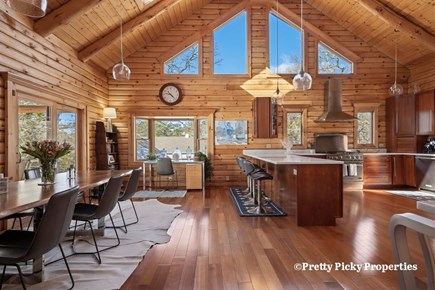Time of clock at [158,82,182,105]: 9:22
